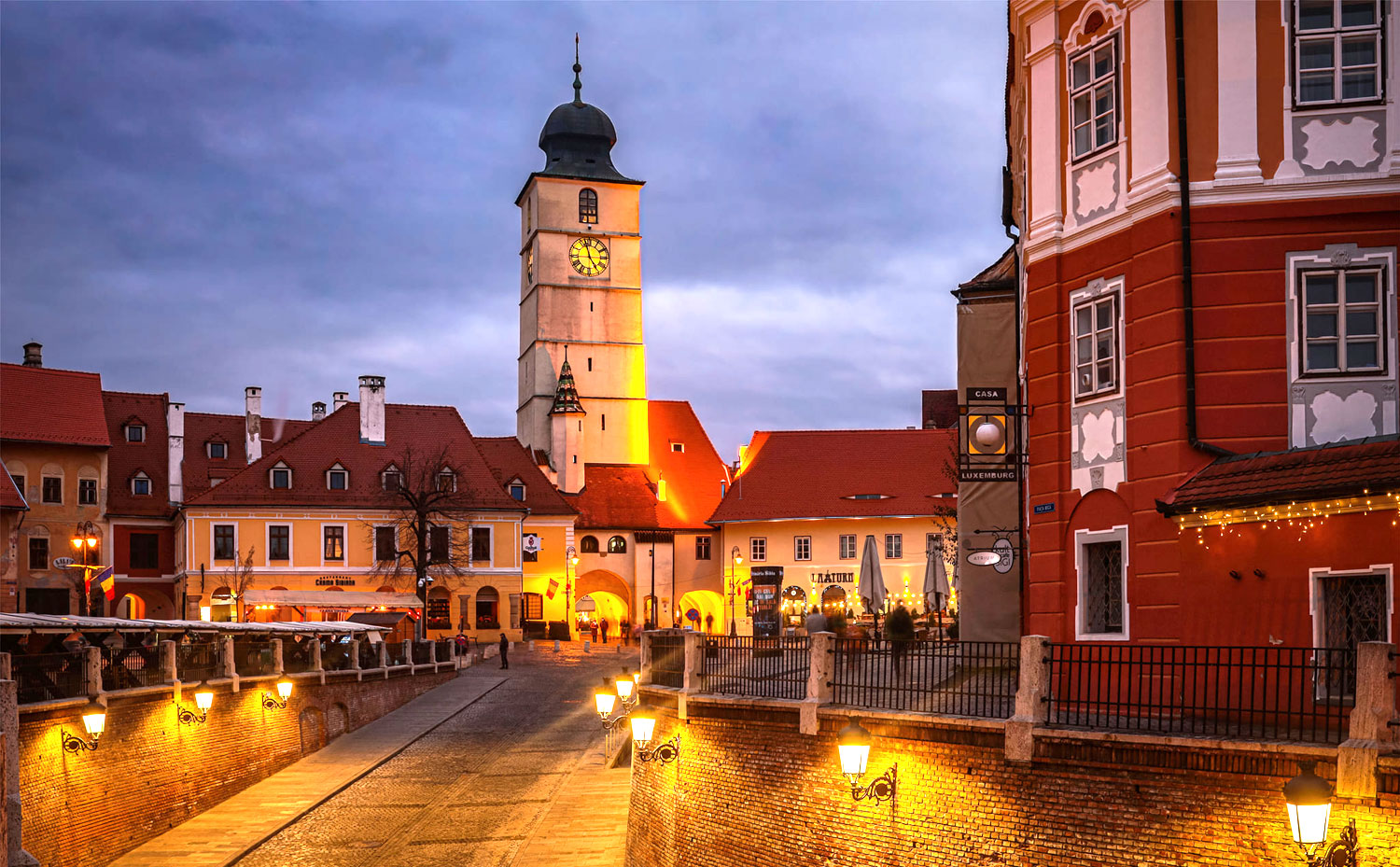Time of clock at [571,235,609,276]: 4:57
